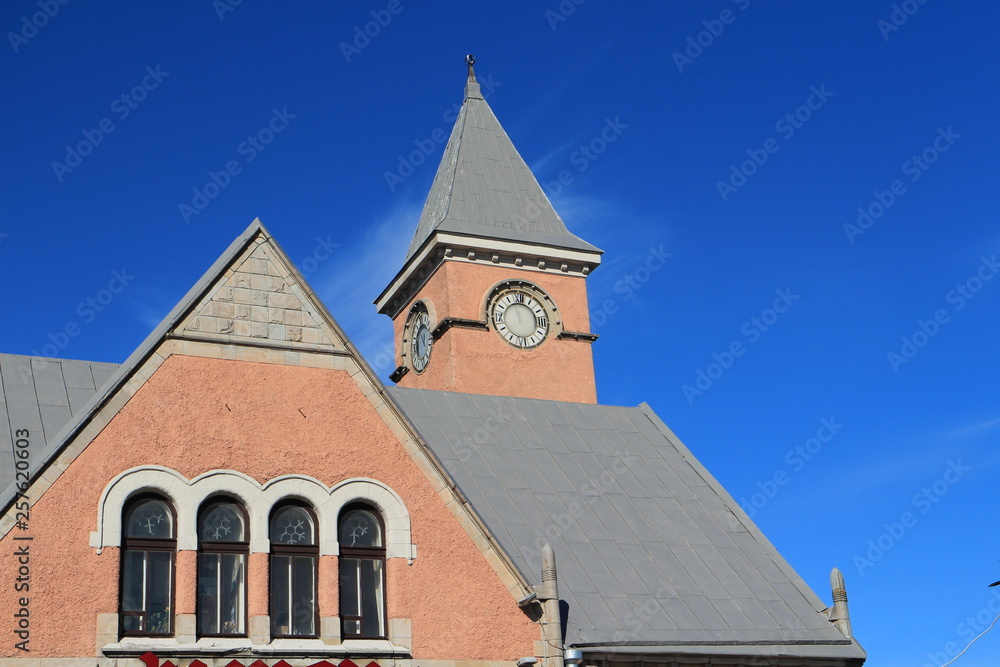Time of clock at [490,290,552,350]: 11:57
